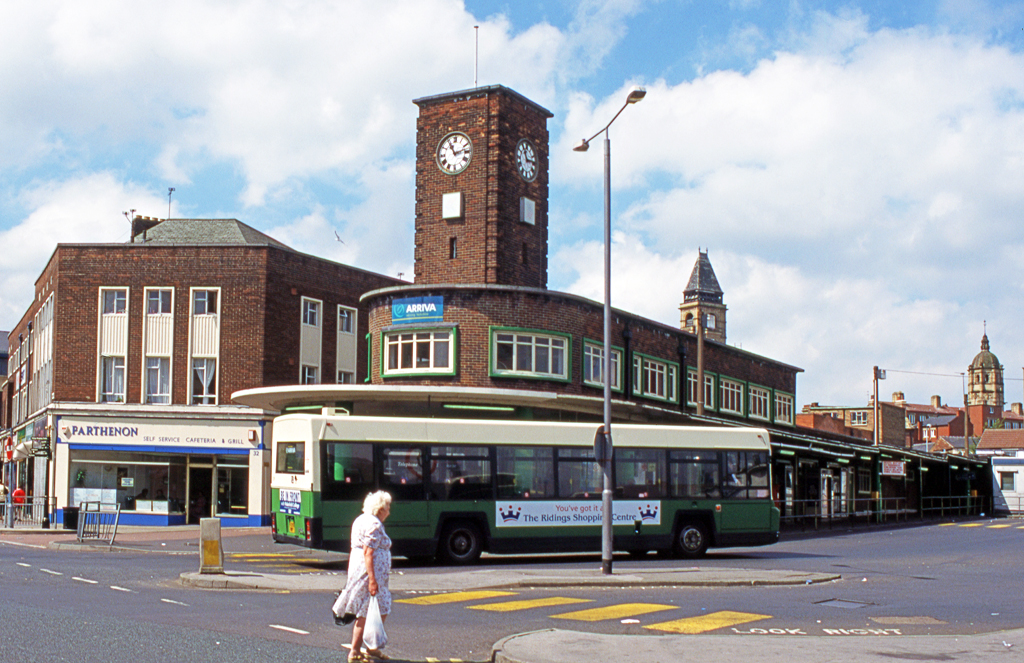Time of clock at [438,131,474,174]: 11:12
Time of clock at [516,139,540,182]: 11:14
